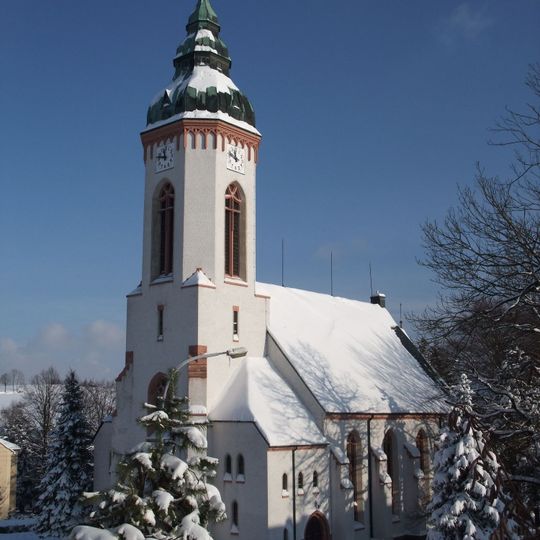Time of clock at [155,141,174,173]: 11:46
